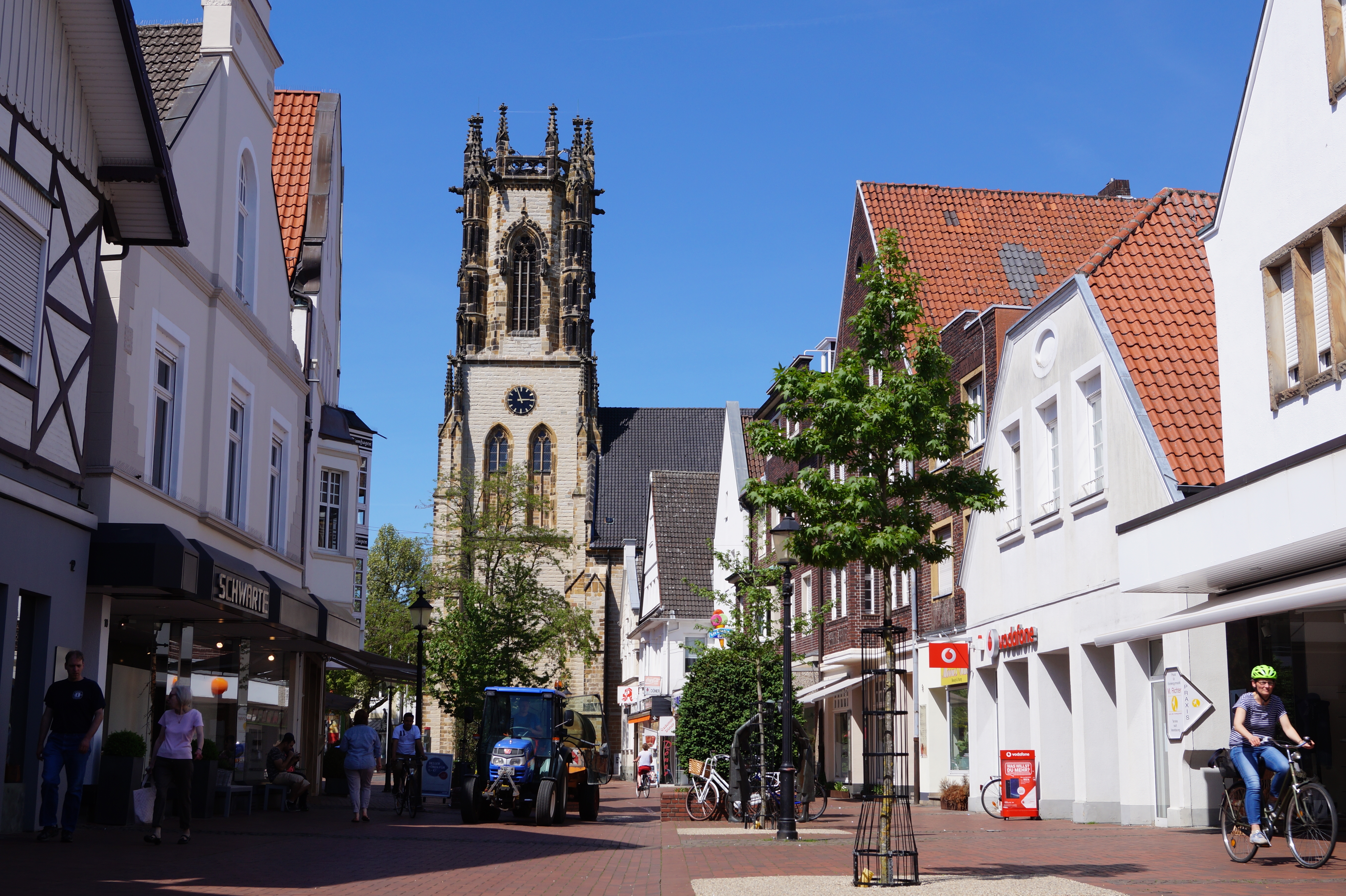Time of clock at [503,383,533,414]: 2:56
